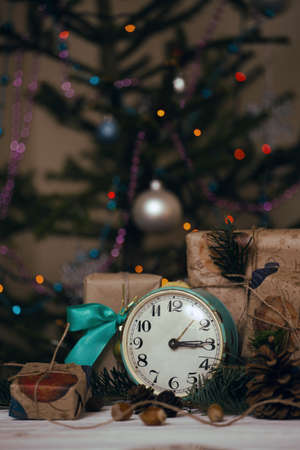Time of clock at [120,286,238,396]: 3:14
